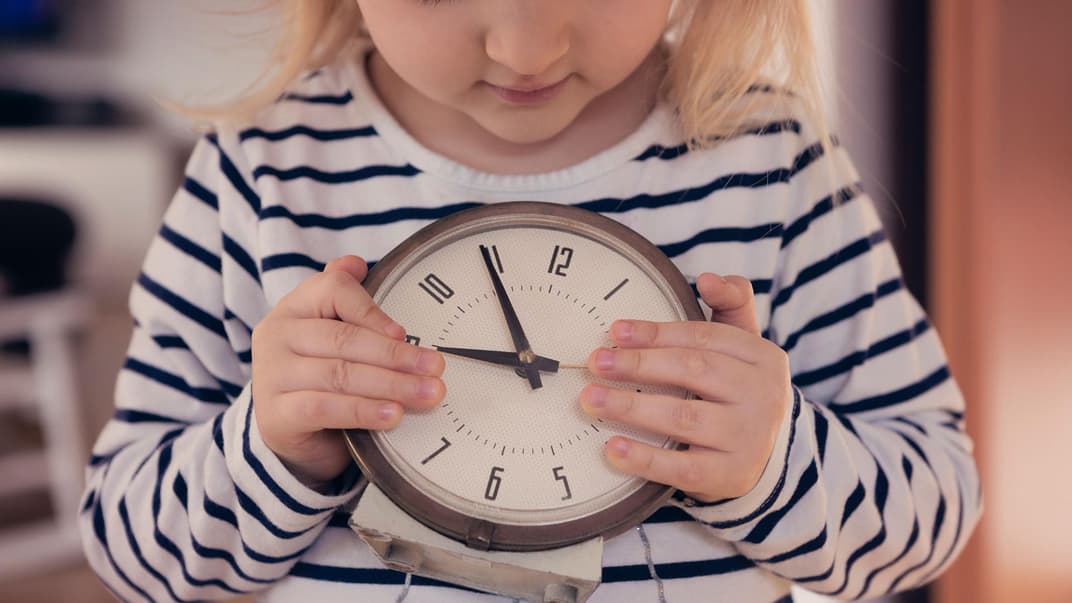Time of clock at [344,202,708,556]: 8:54
